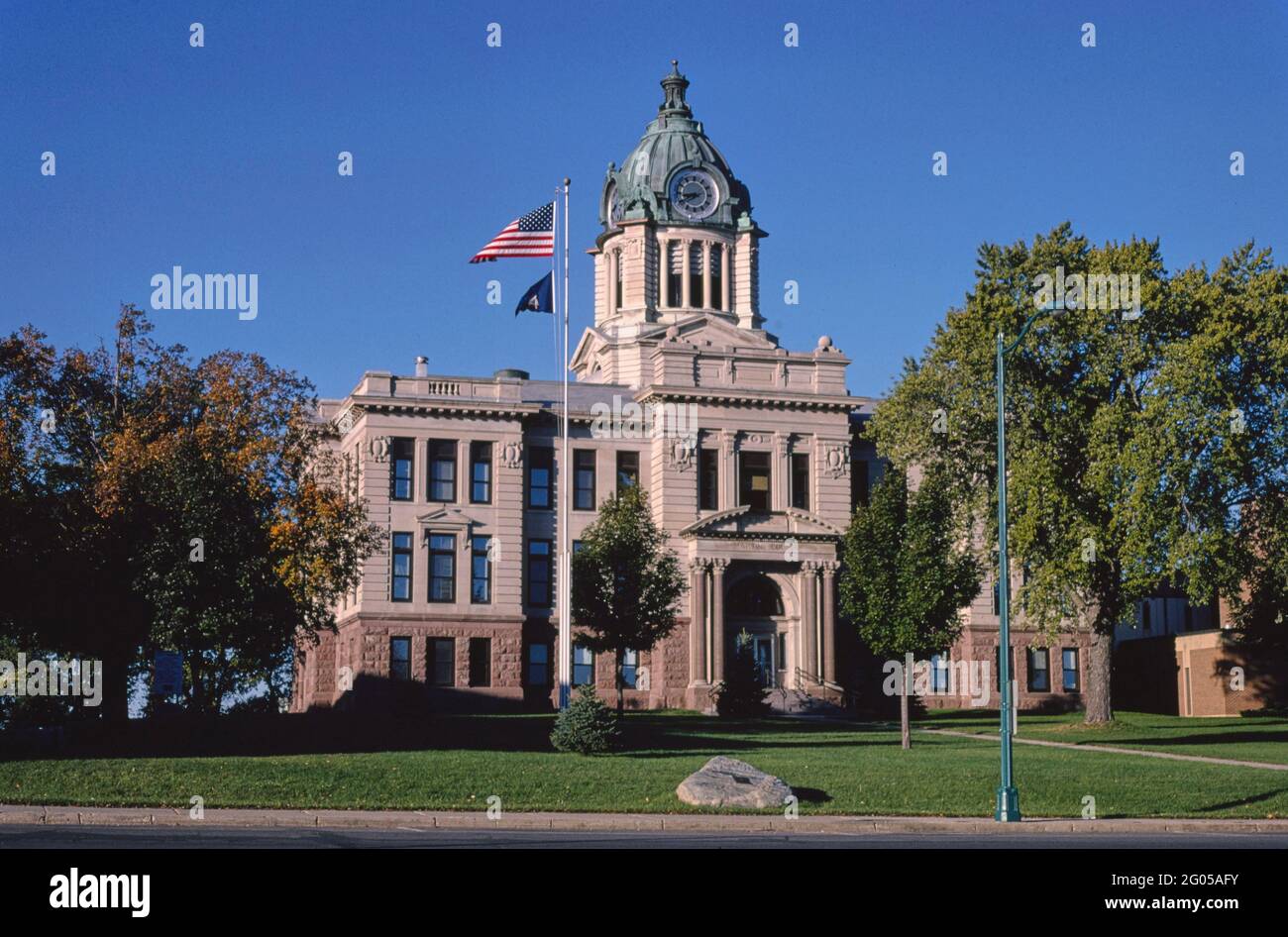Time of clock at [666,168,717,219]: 8:40
